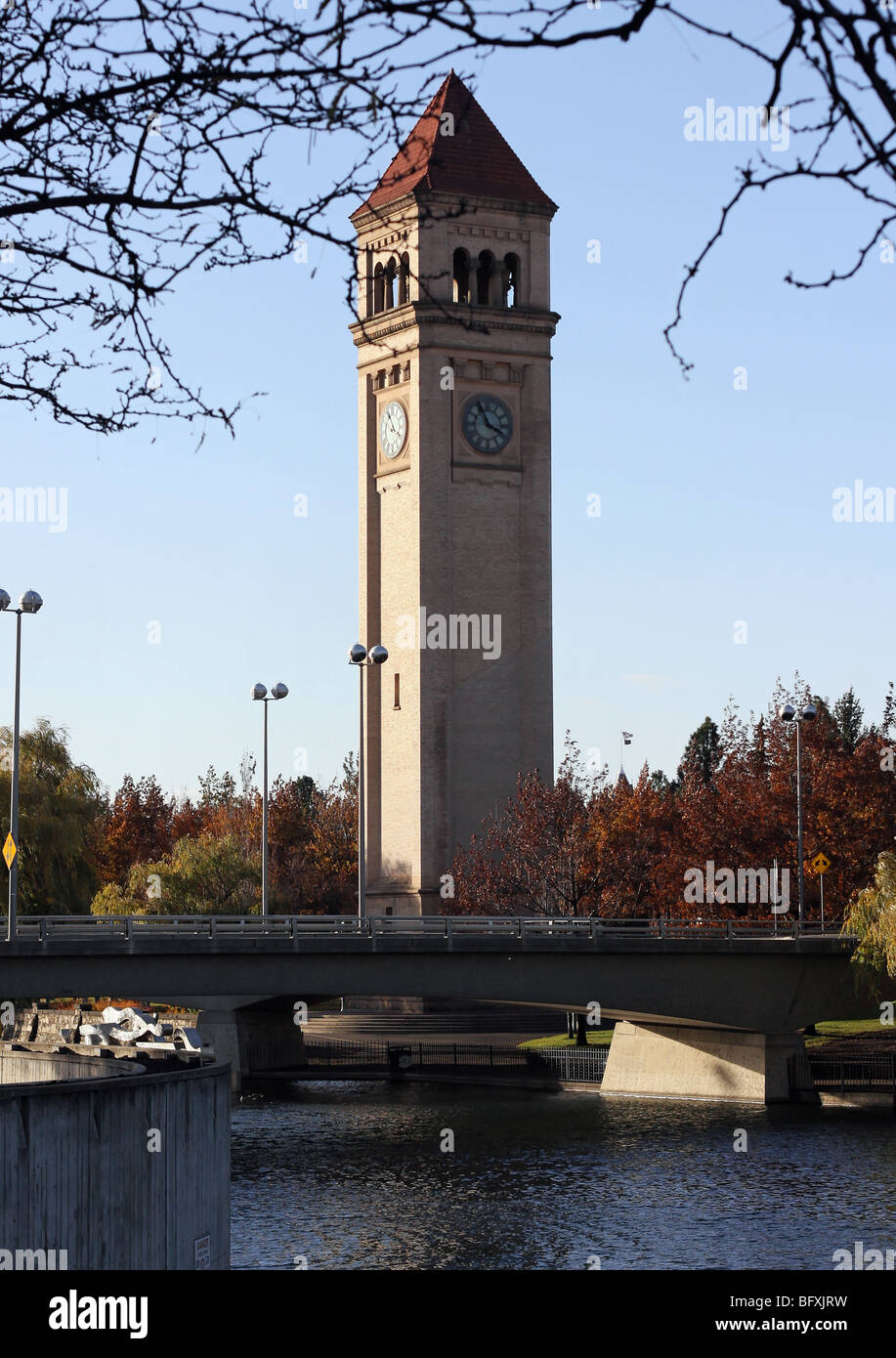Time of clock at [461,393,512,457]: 3:55
